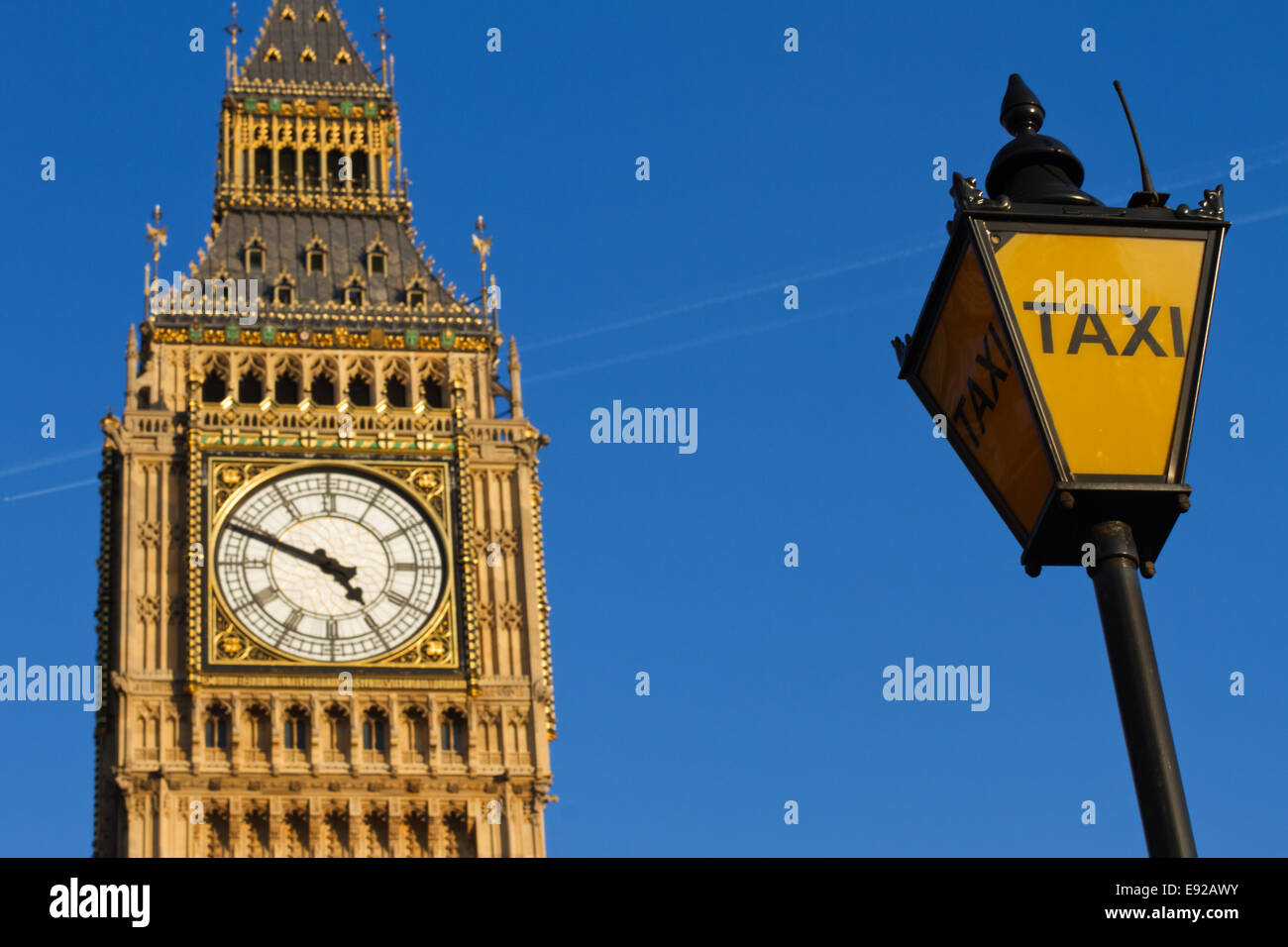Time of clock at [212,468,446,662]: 4:48
